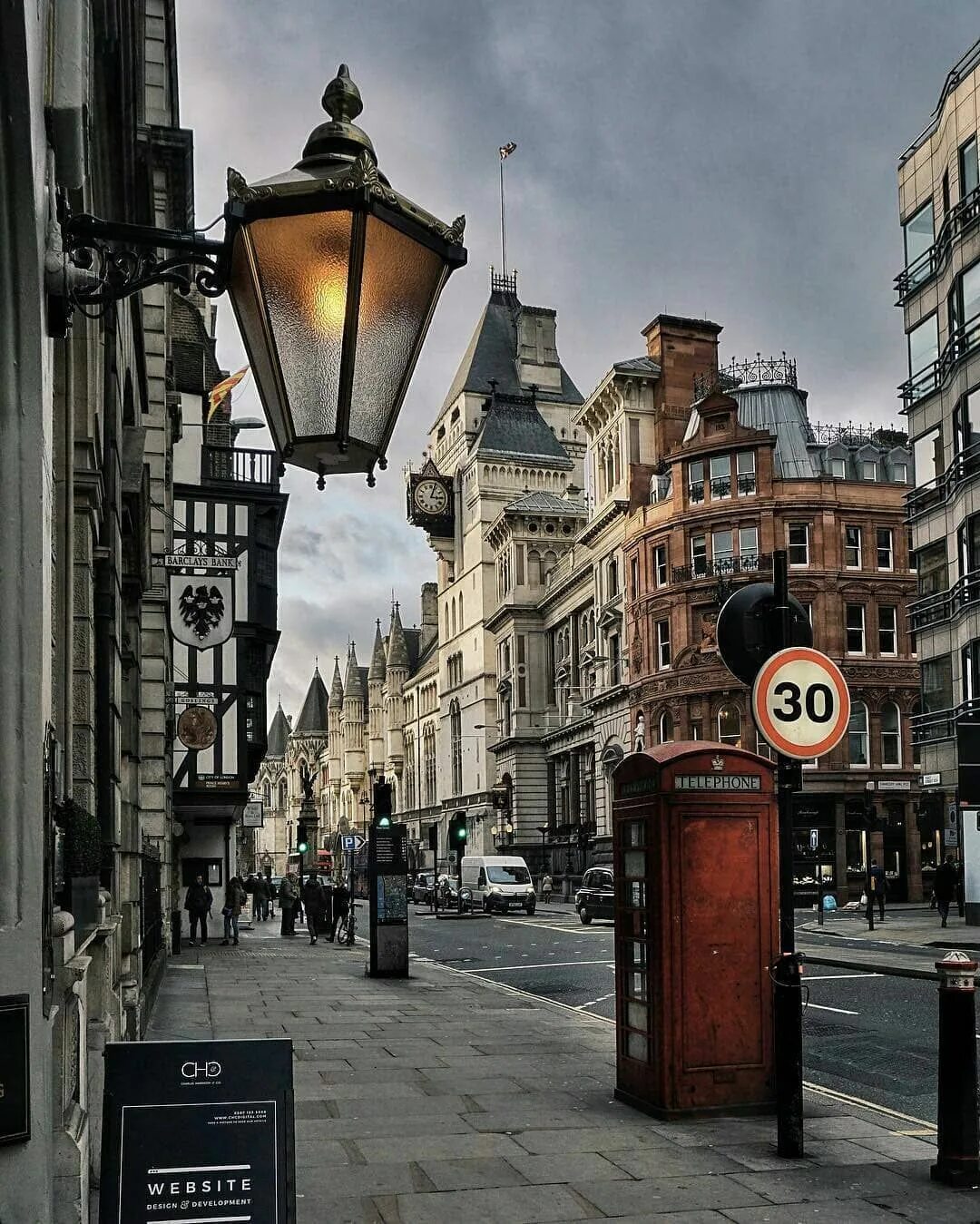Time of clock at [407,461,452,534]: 3:04
